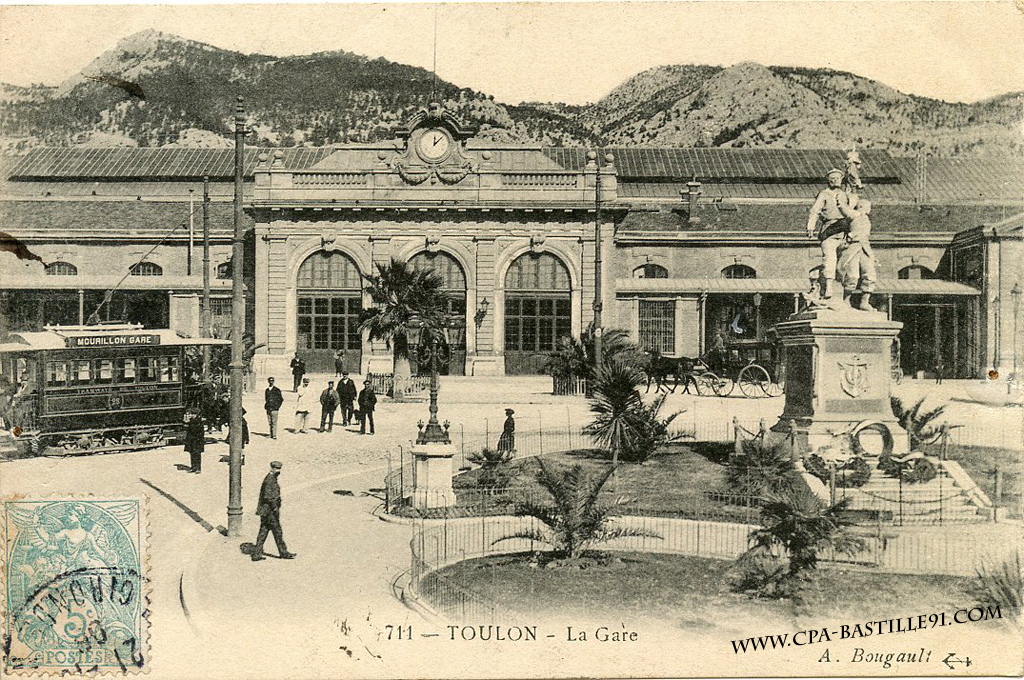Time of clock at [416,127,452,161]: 12:07
